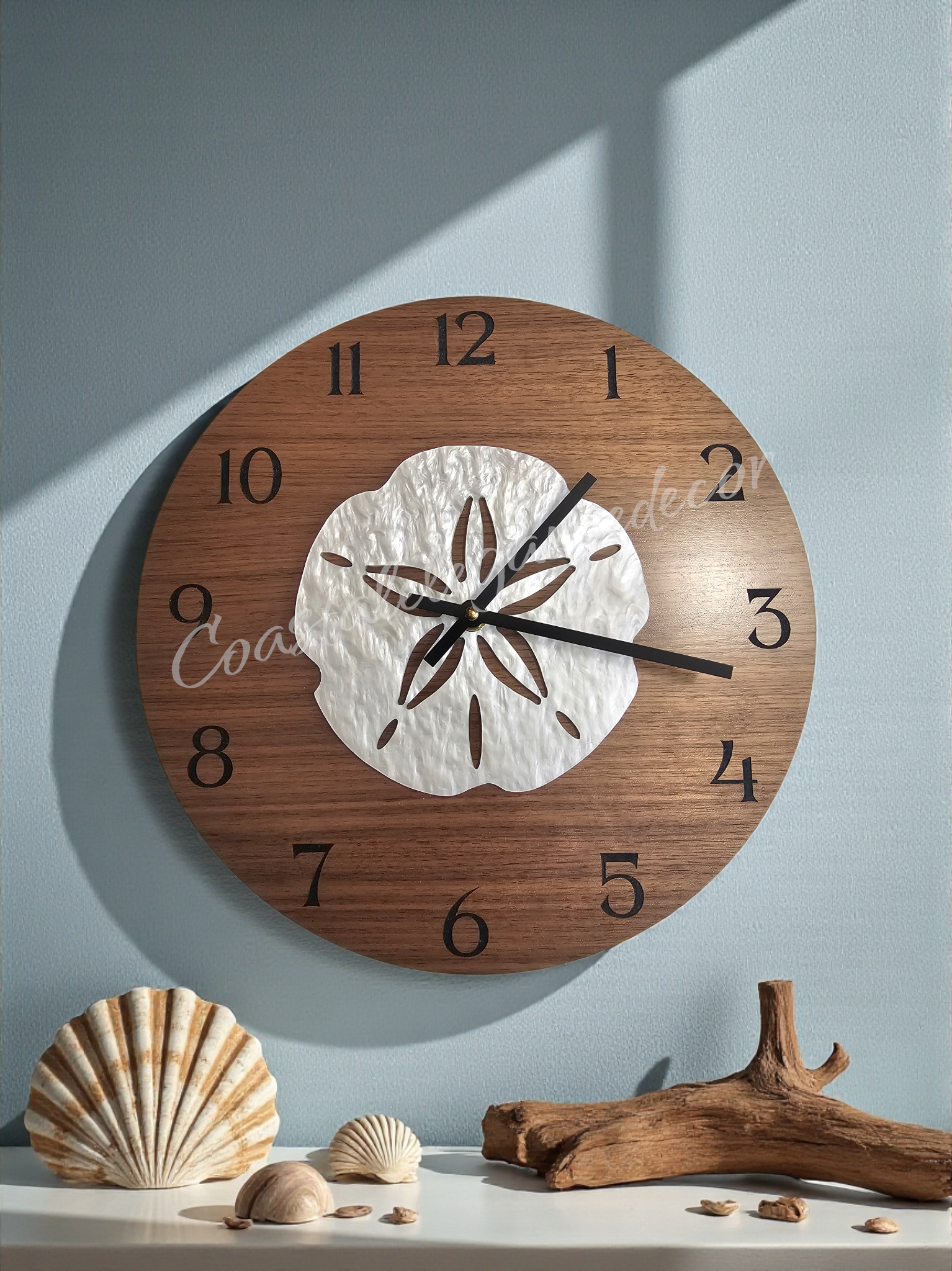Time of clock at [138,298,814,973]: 1:16
